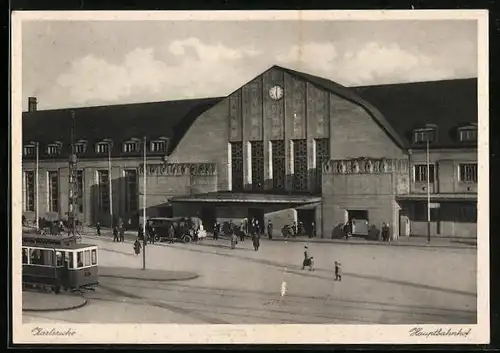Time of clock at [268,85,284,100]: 6:01
